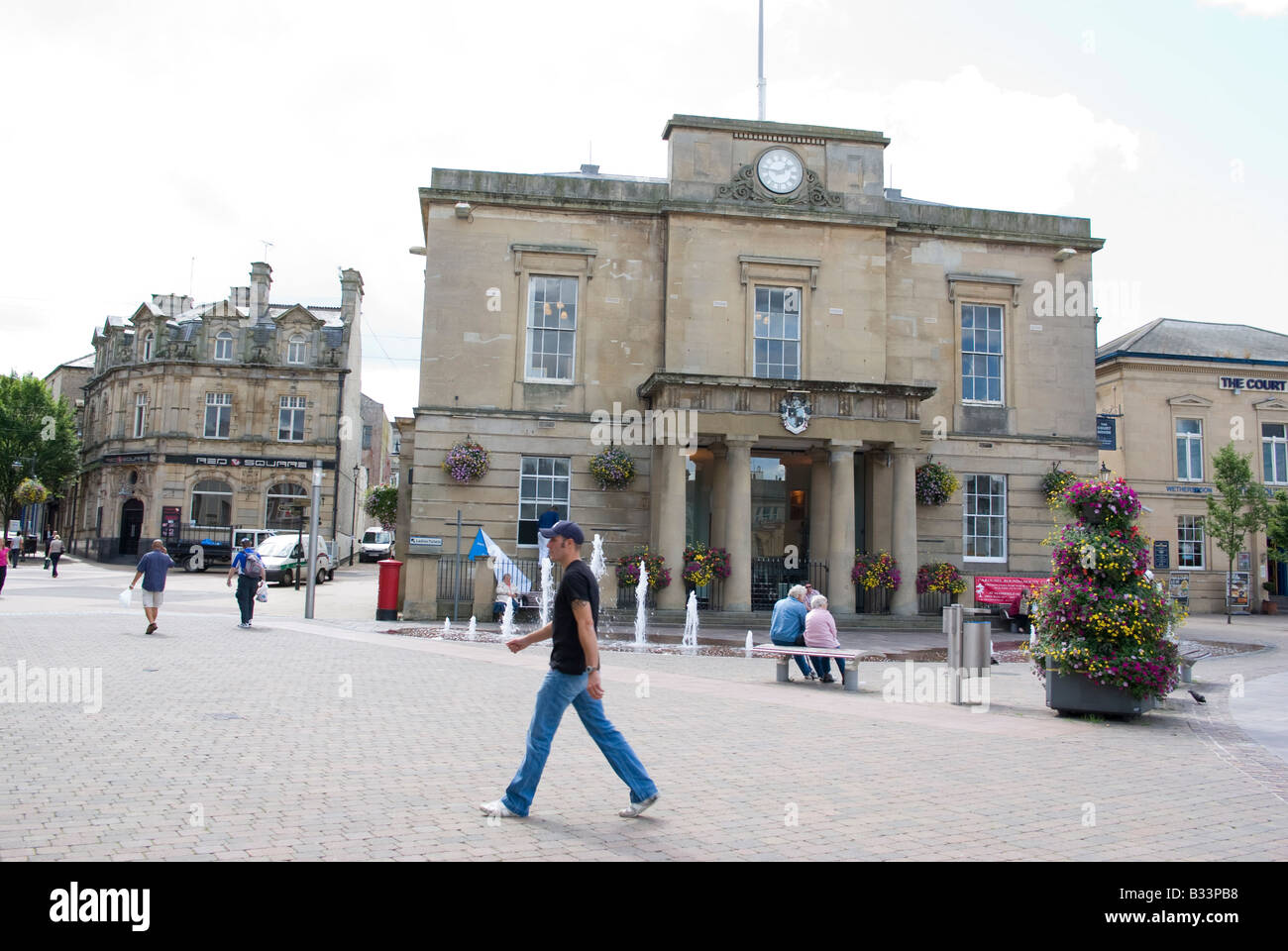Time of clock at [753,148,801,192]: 1:46
